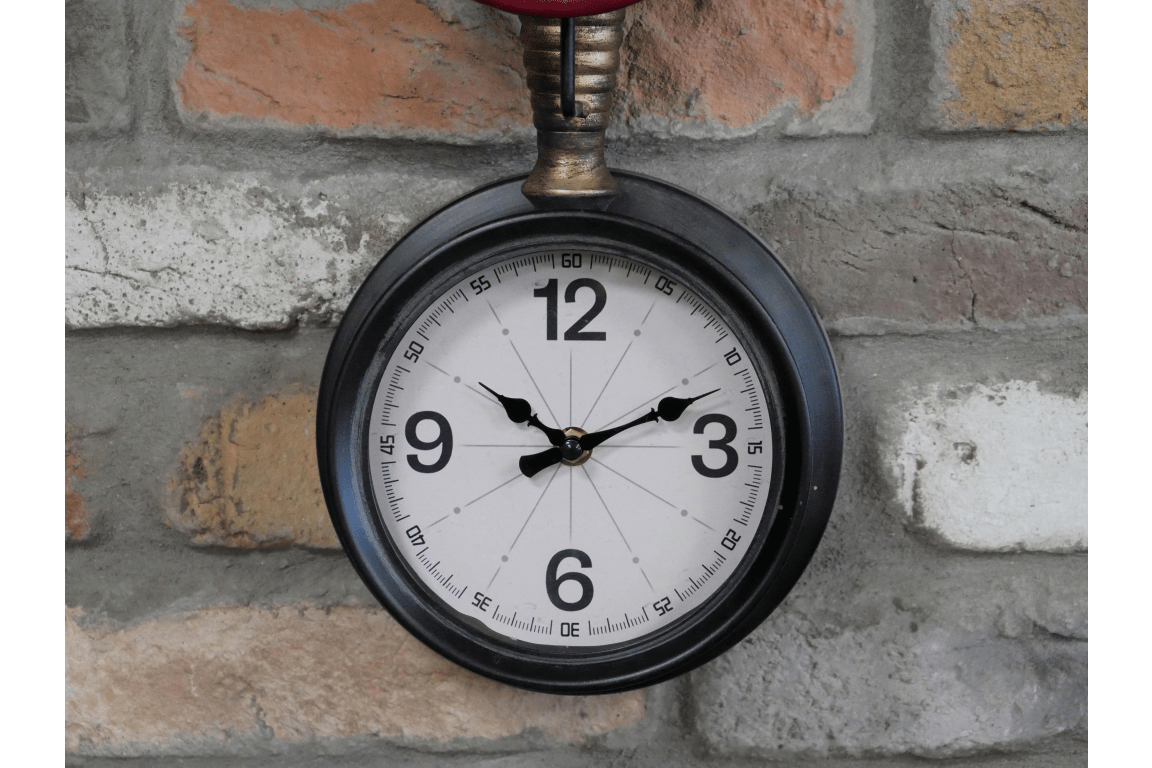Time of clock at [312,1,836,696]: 10:11
